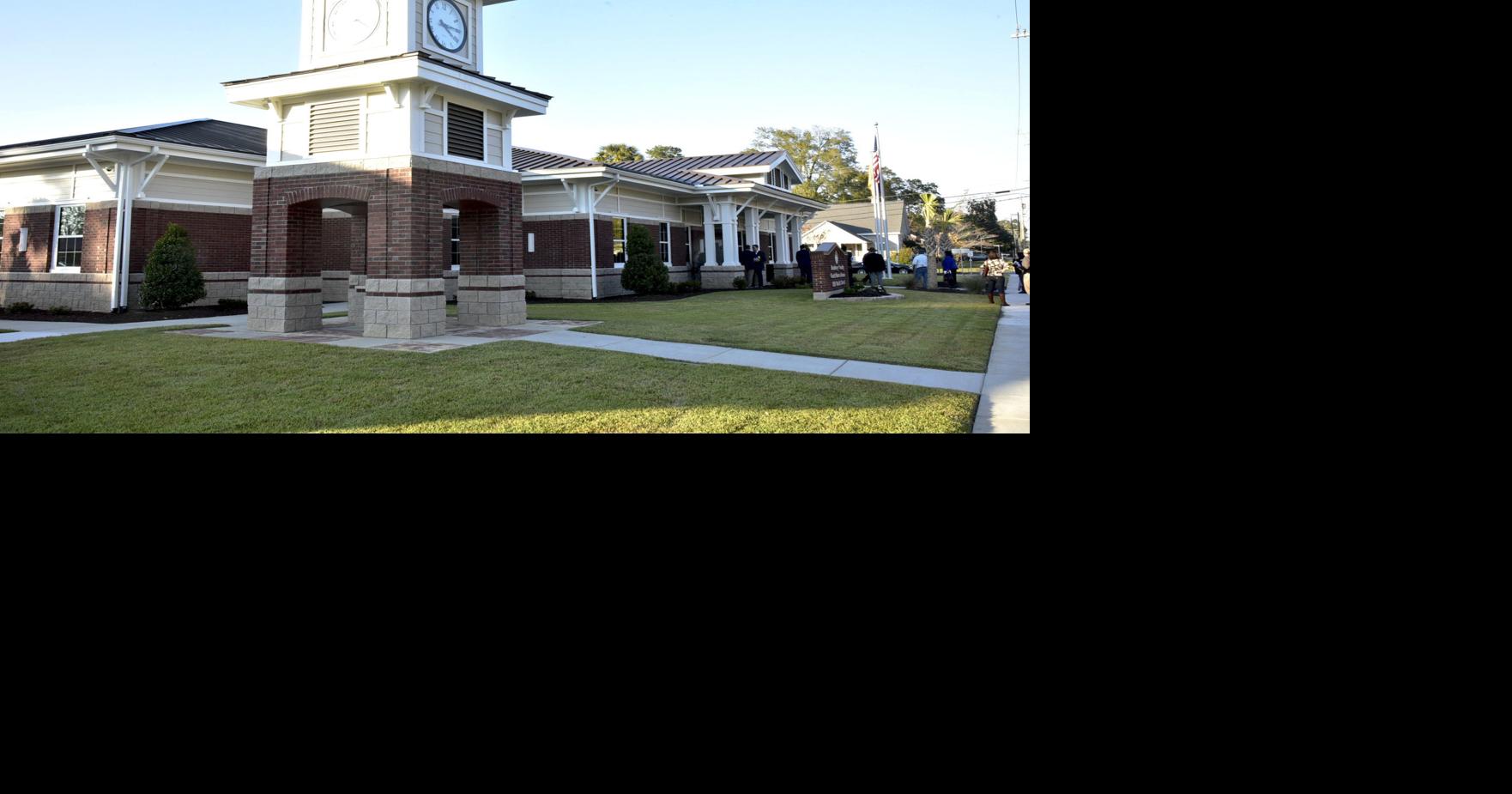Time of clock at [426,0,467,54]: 4:14
